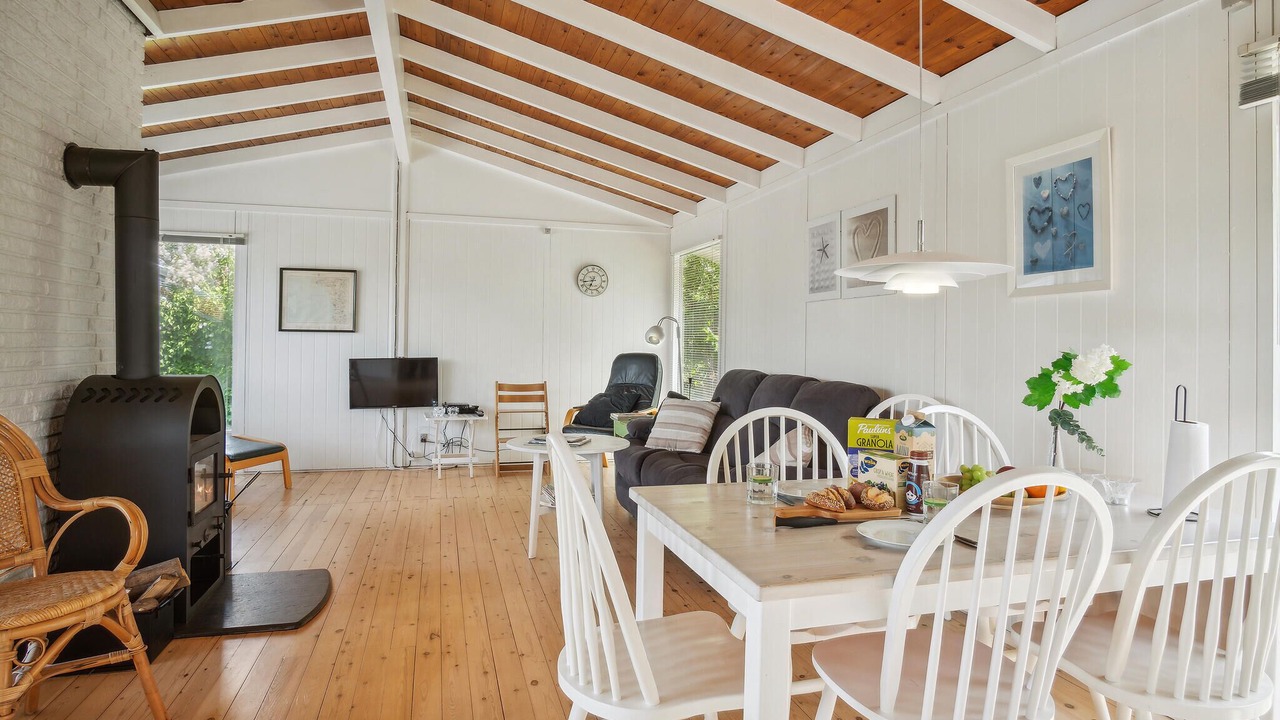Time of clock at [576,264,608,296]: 6:43
